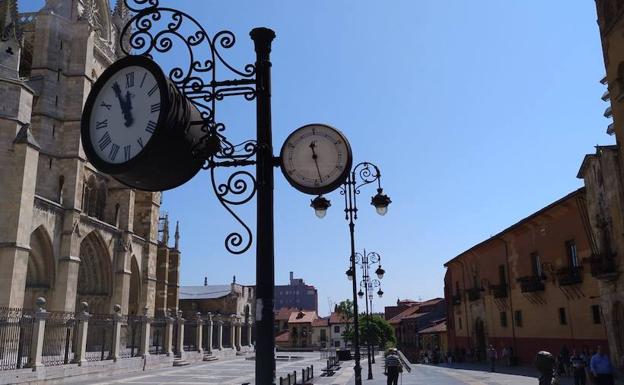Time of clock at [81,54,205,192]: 11:55
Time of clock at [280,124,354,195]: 11:28
